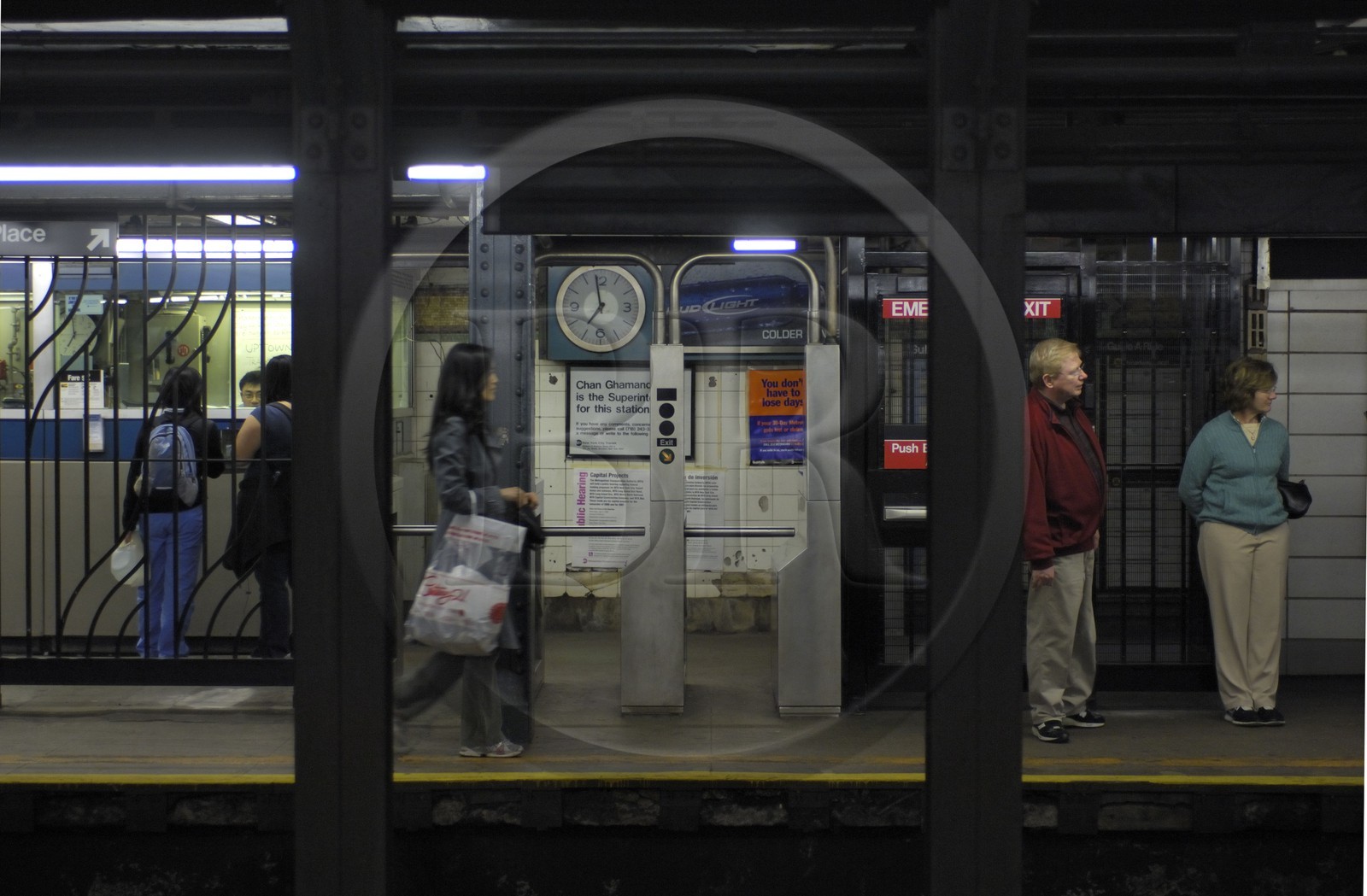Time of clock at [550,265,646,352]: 6:58
